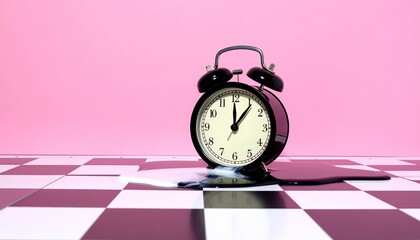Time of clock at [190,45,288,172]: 12:06
